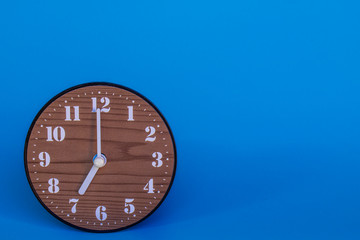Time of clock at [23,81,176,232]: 6:59
